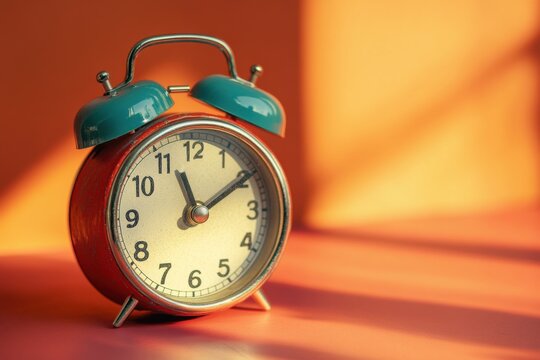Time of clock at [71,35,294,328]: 11:09
